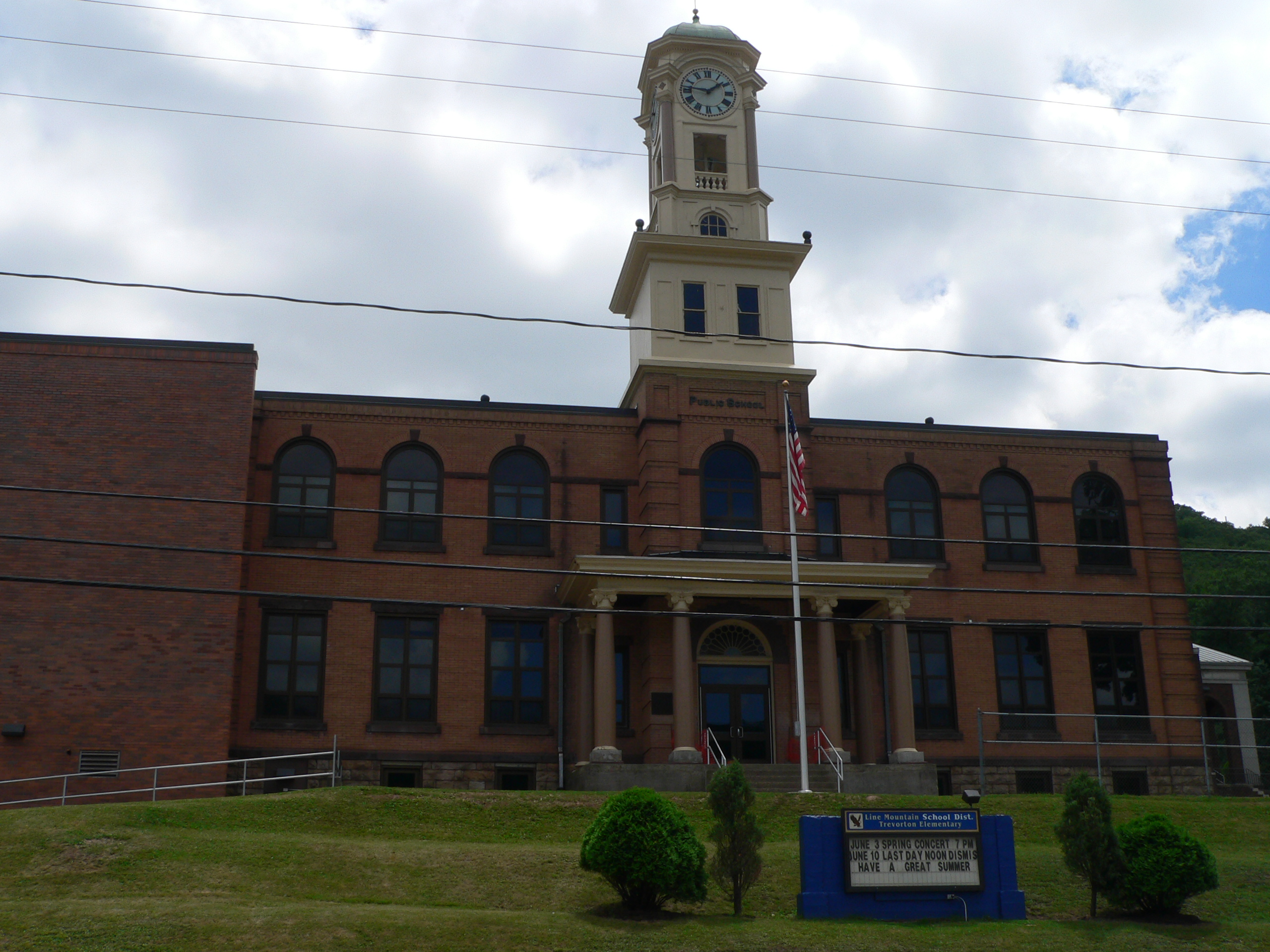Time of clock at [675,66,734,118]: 1:46
